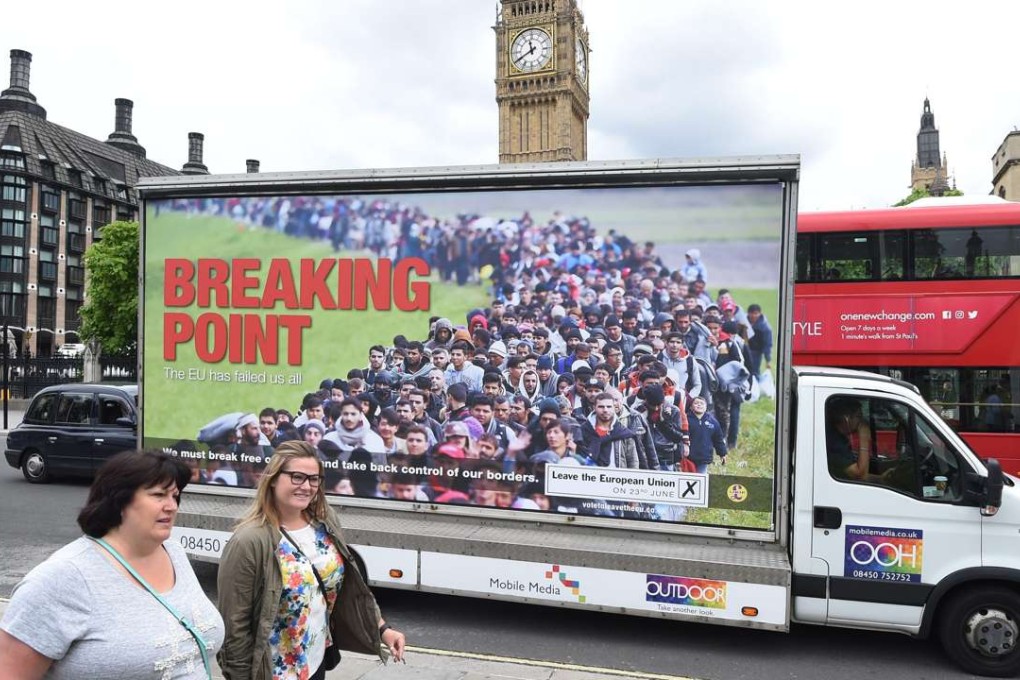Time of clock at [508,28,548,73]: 11:40
